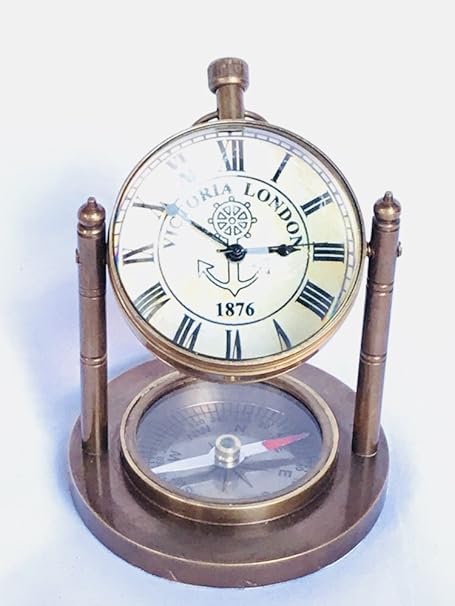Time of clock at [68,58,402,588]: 2:50
